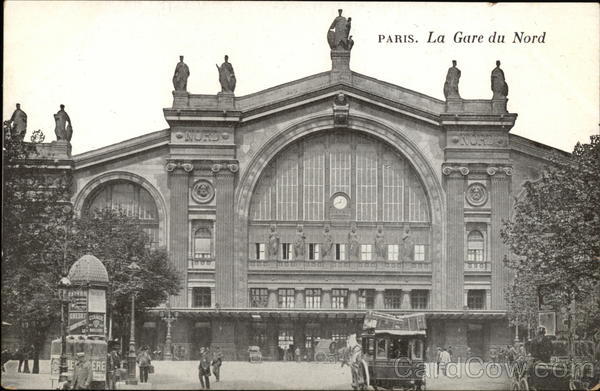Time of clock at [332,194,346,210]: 12:41
